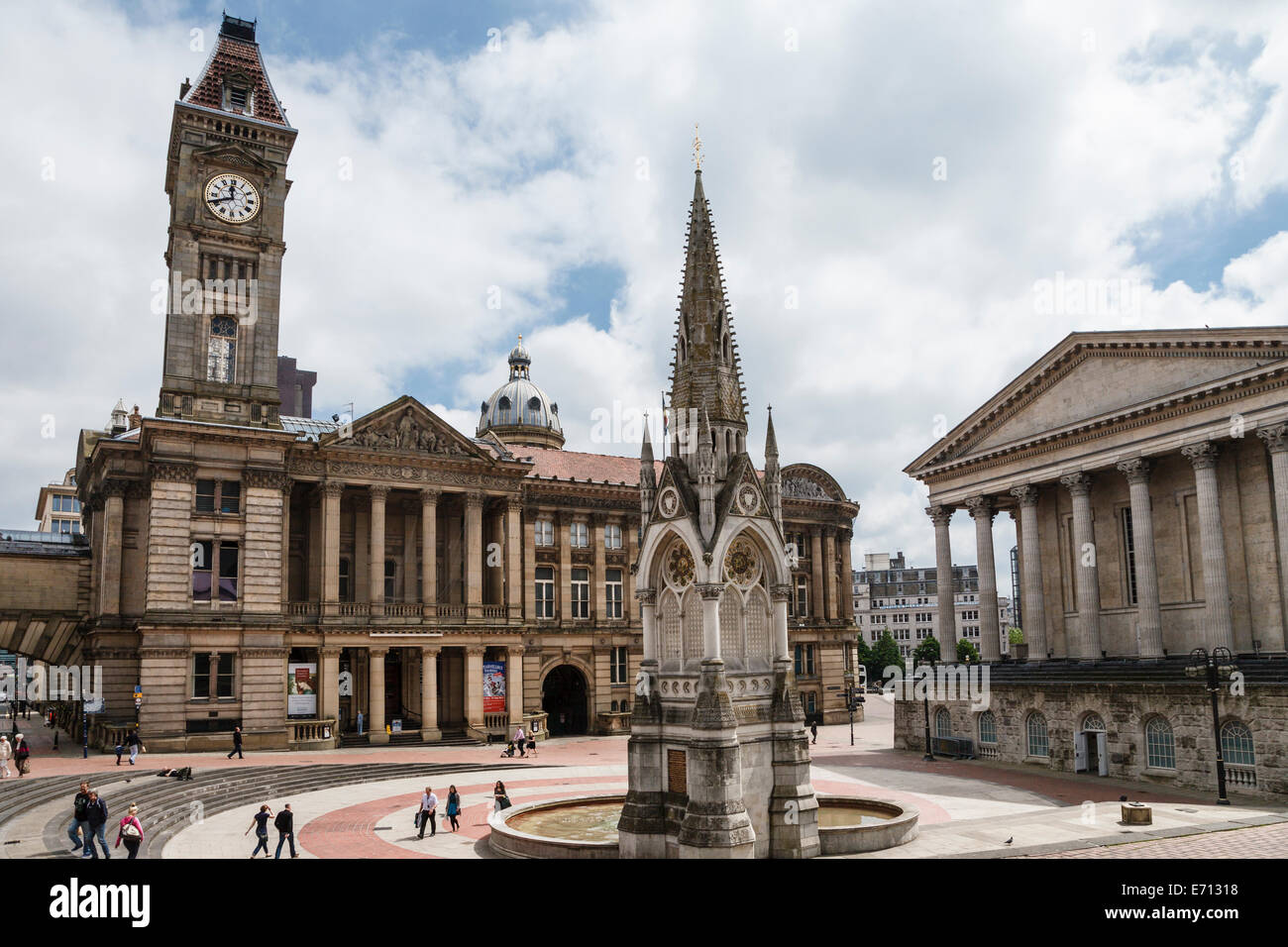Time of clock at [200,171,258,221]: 11:41
